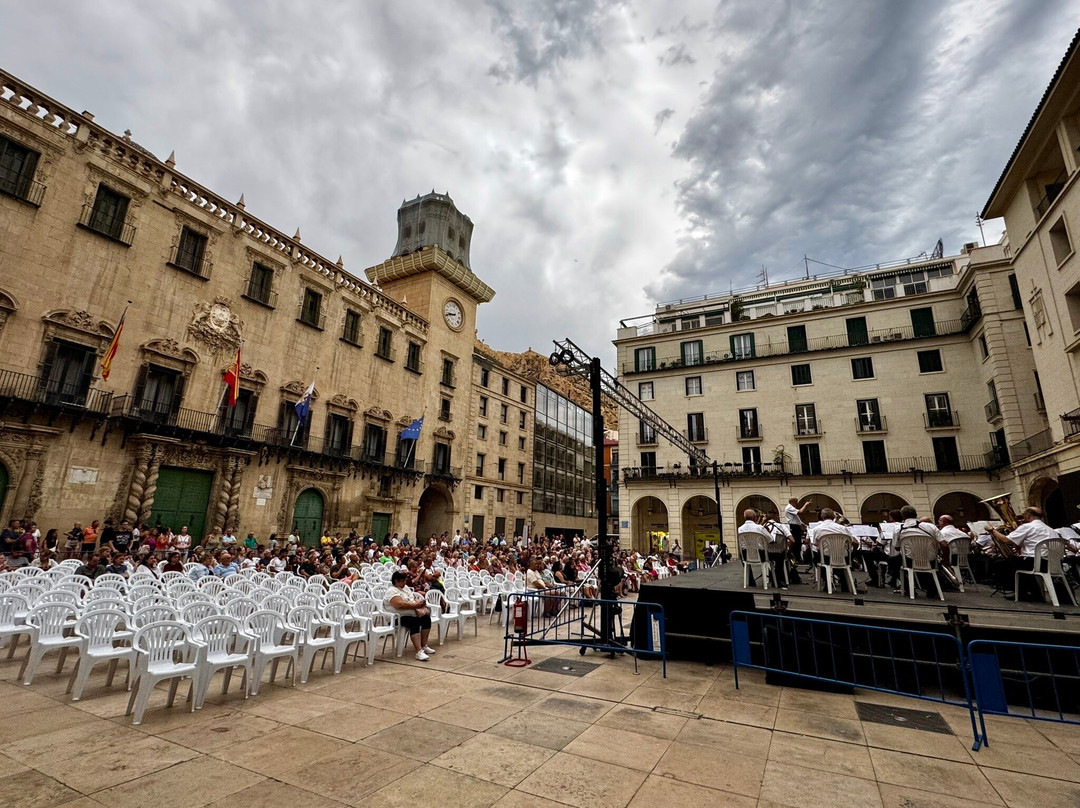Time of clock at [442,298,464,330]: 8:41
